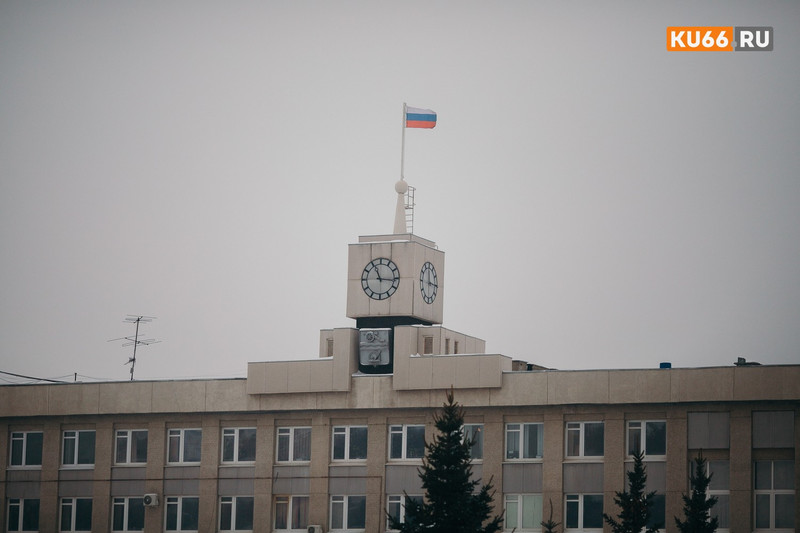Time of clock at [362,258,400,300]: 11:16
